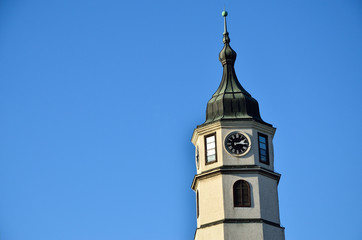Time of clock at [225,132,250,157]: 1:14
